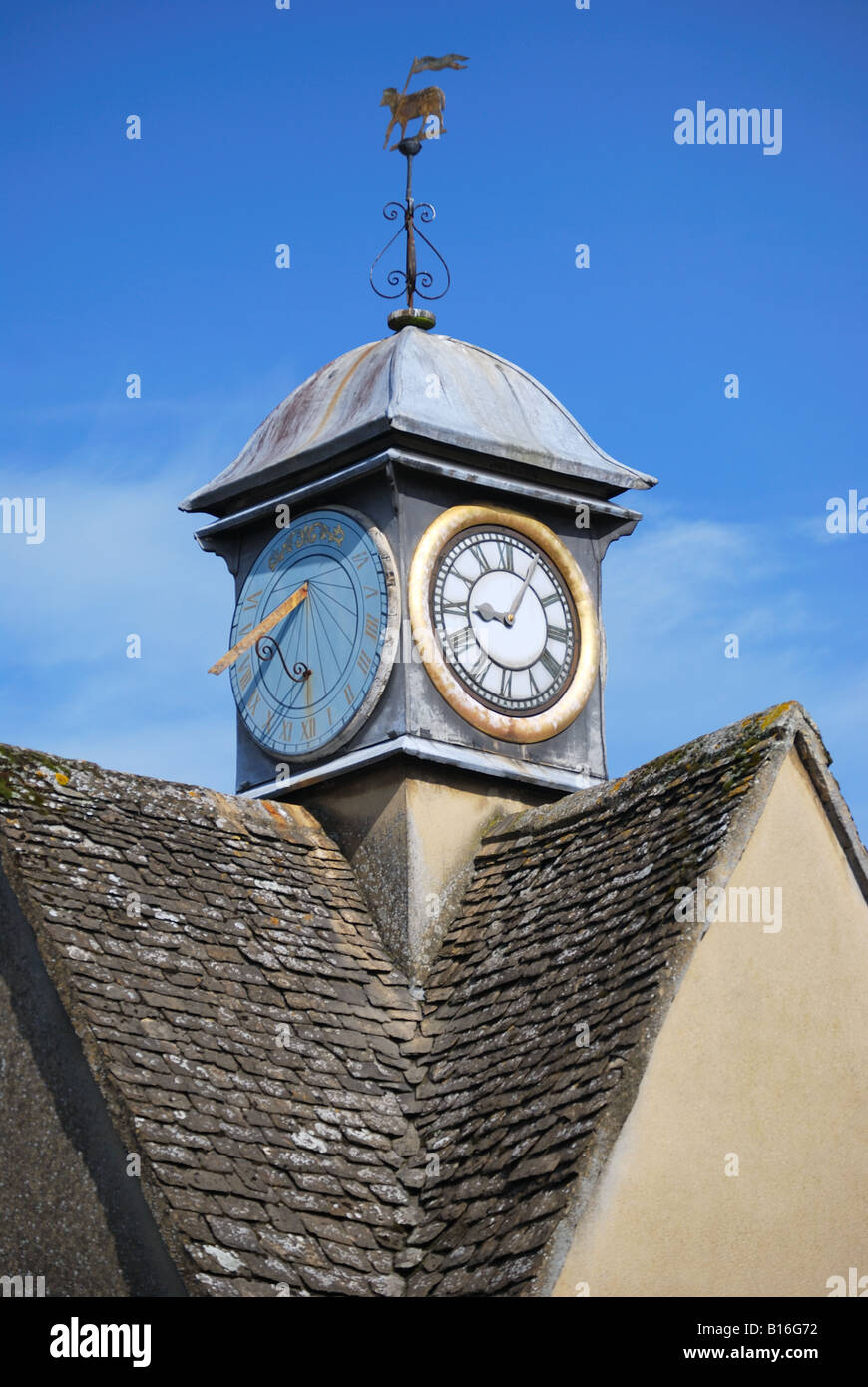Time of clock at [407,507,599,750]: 9:05
